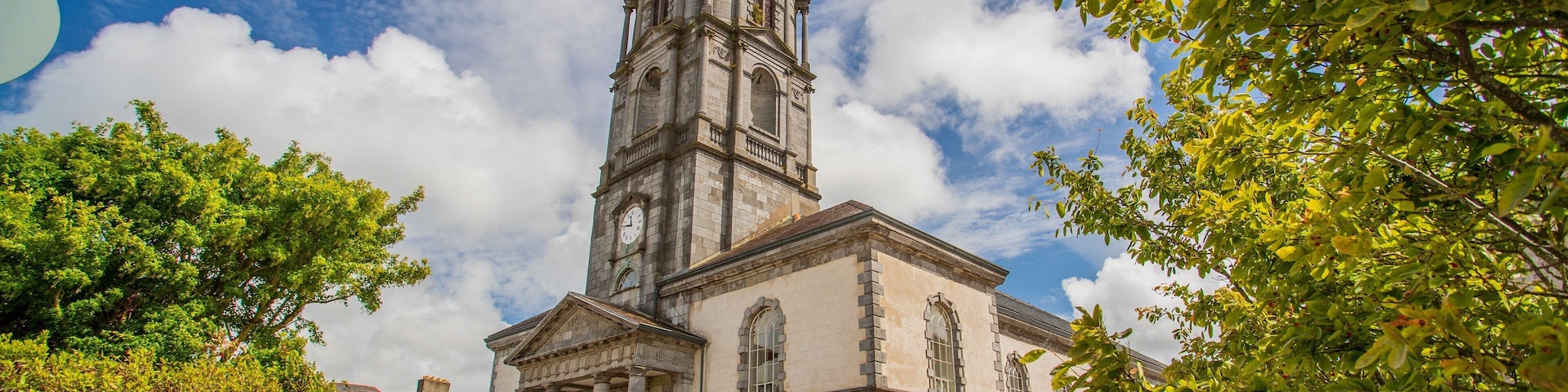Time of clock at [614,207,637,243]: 11:46
